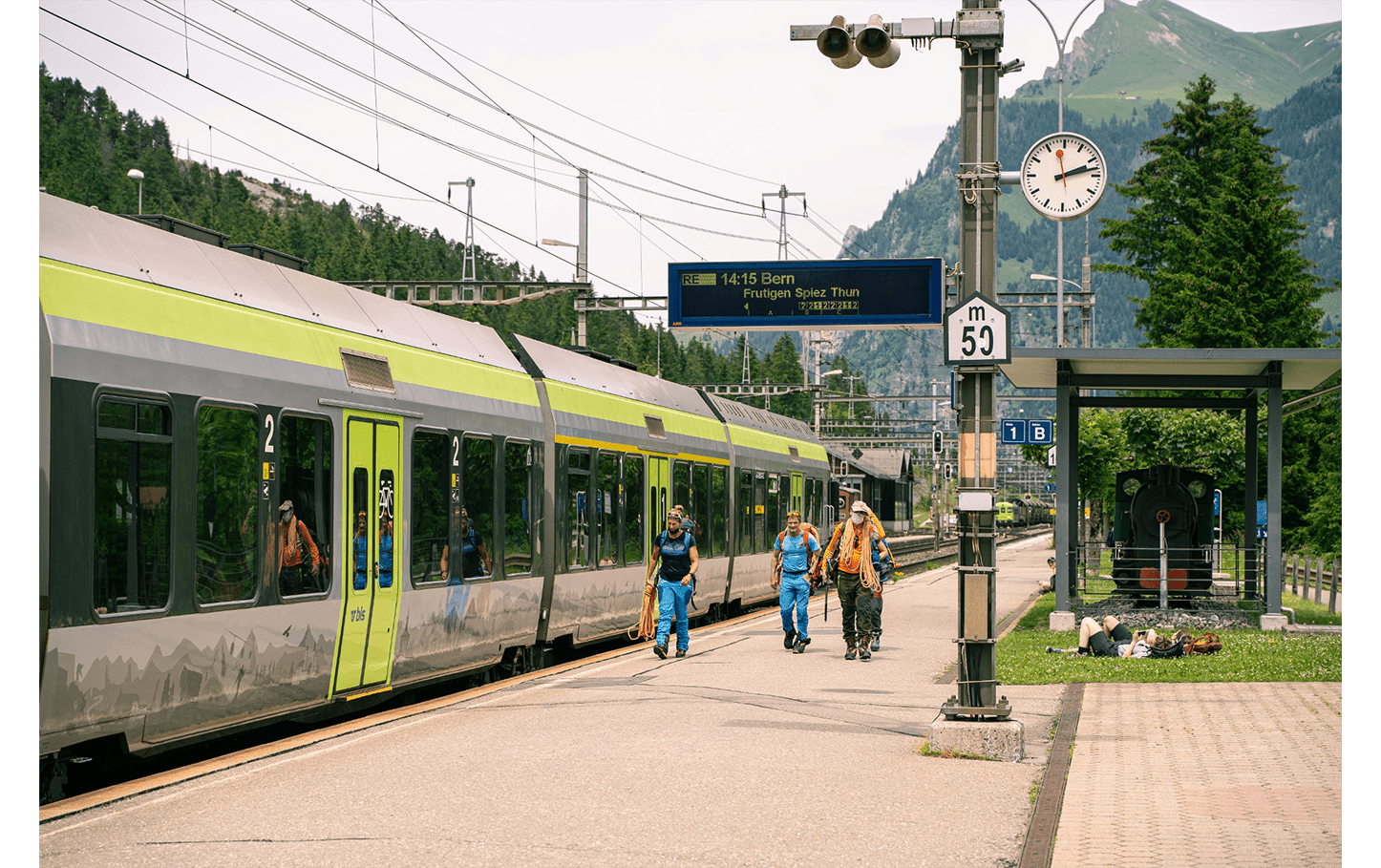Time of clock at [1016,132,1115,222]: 2:12
